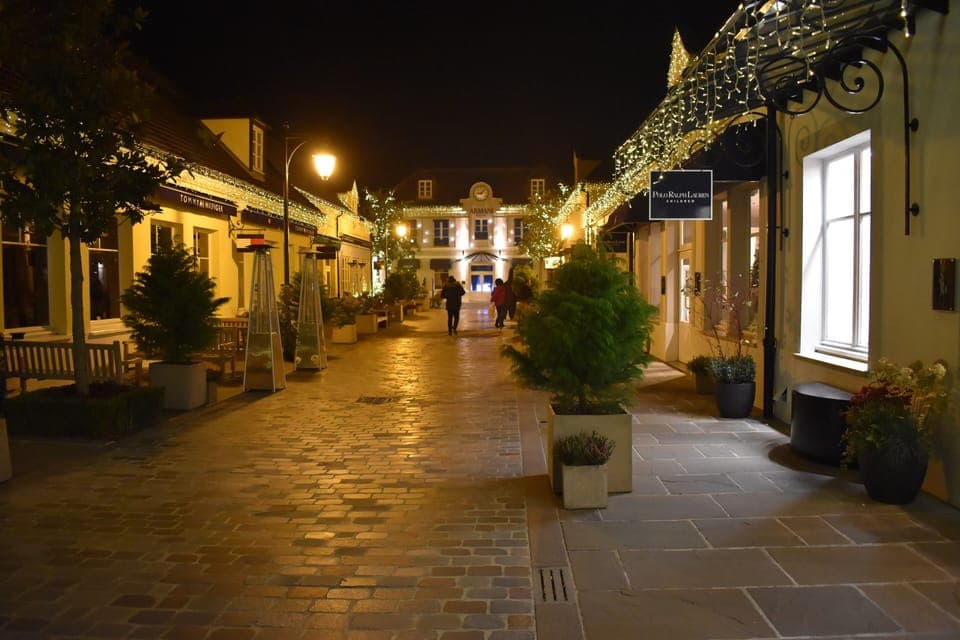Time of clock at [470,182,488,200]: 9:07
